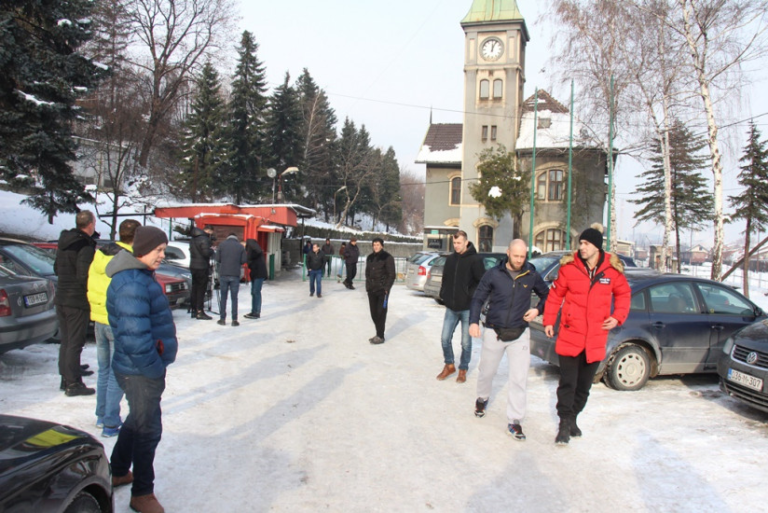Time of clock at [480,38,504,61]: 12:04
